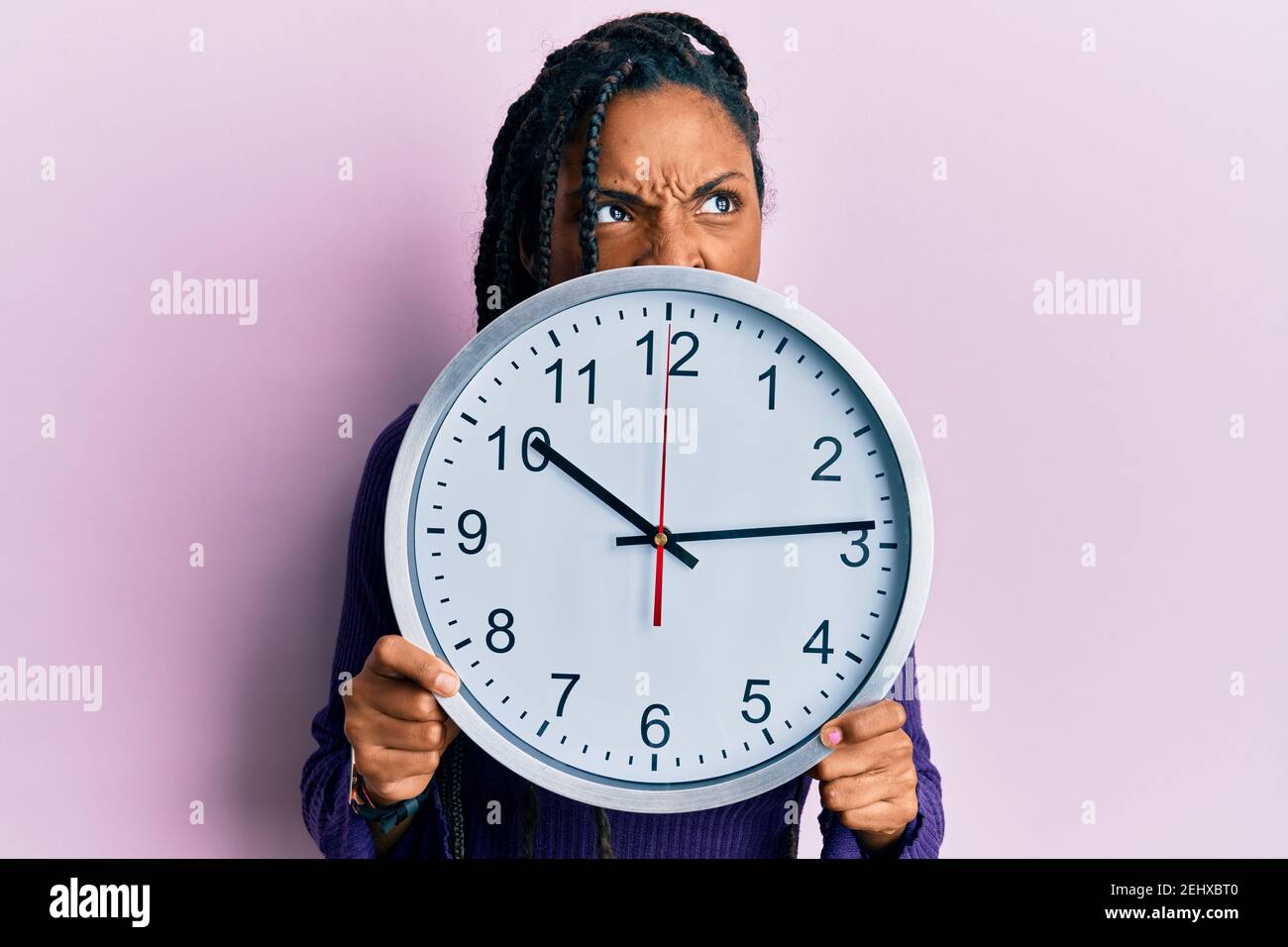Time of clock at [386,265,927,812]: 10:13
